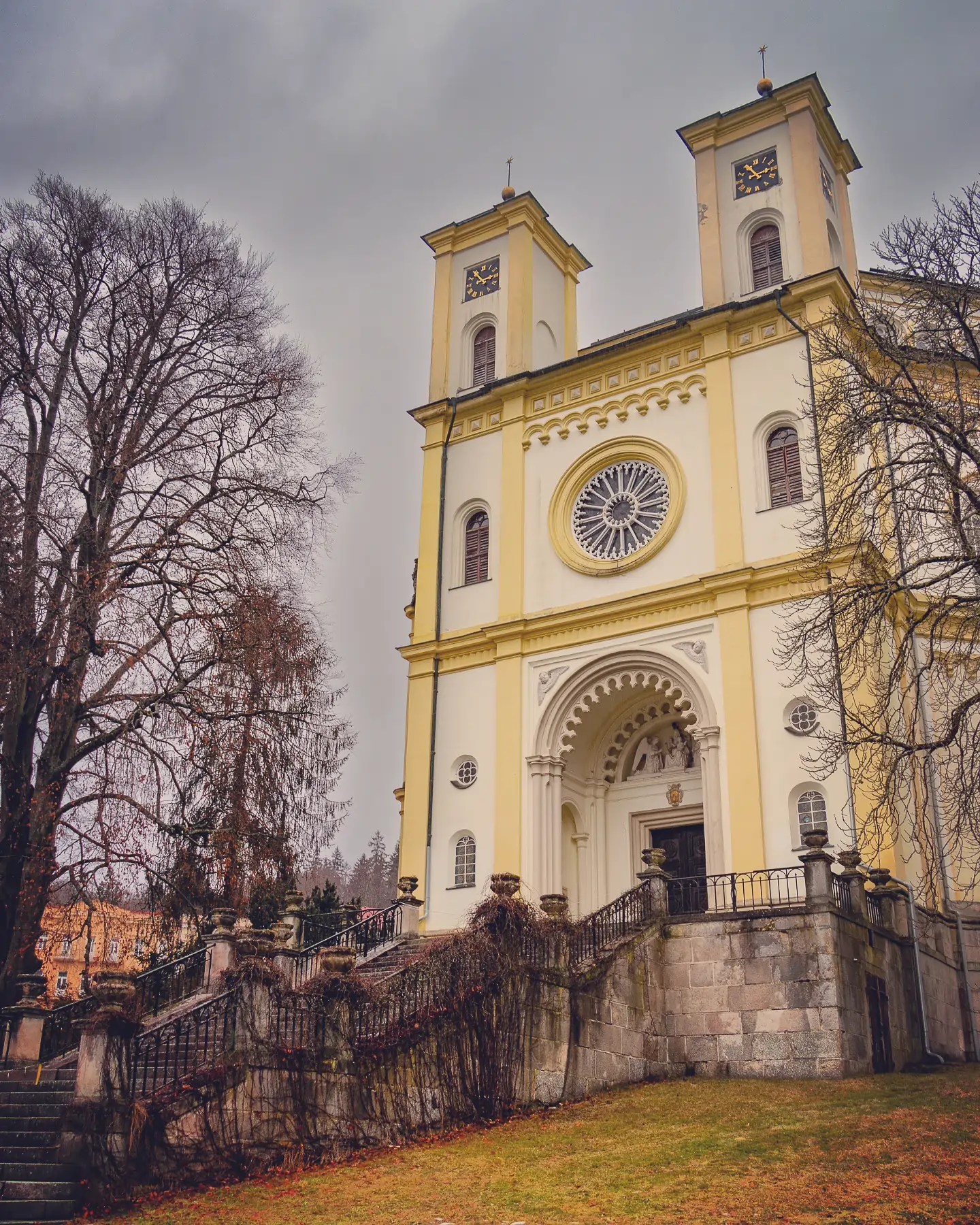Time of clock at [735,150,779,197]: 2:54
